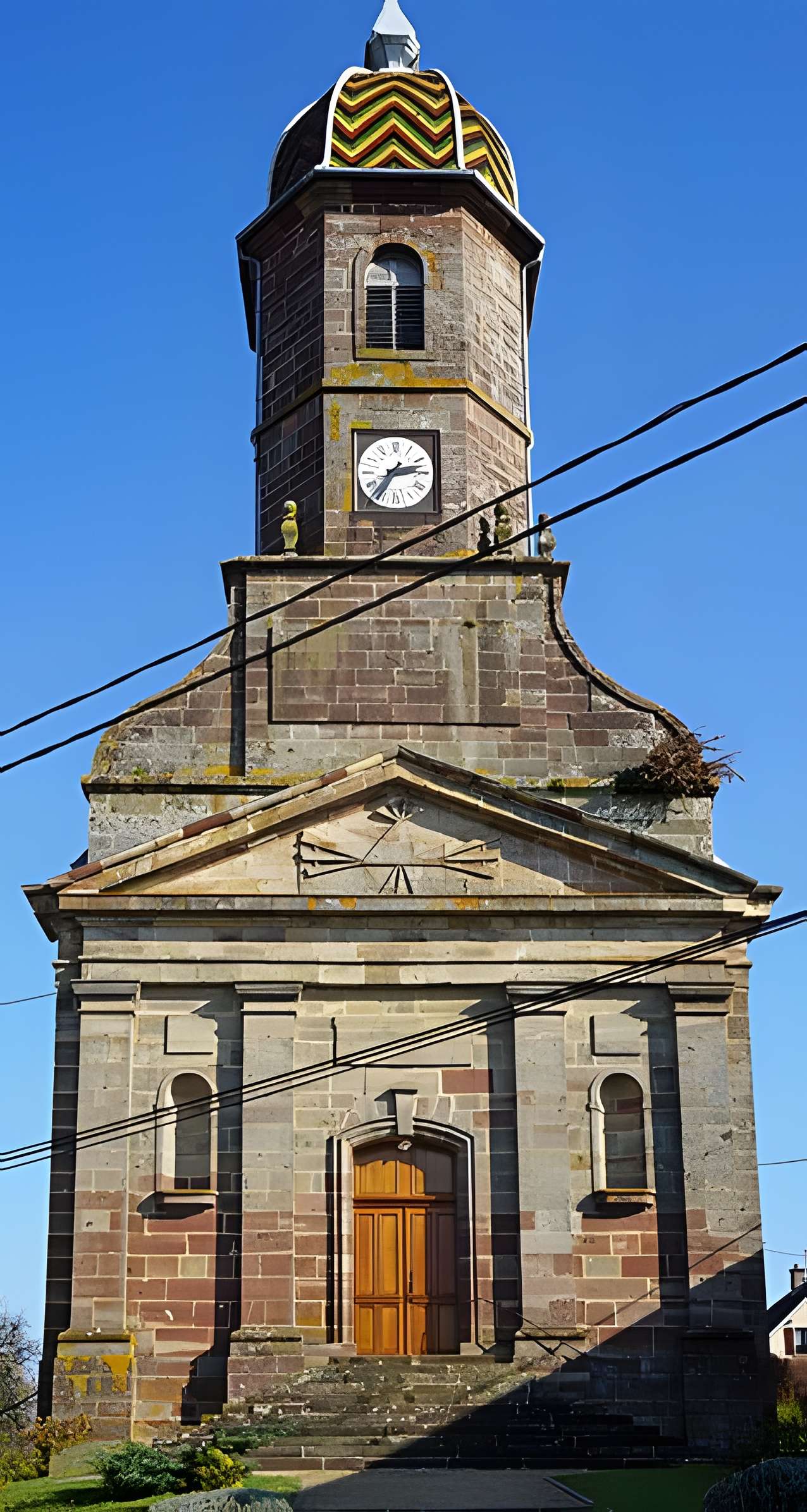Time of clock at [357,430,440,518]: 2:35
